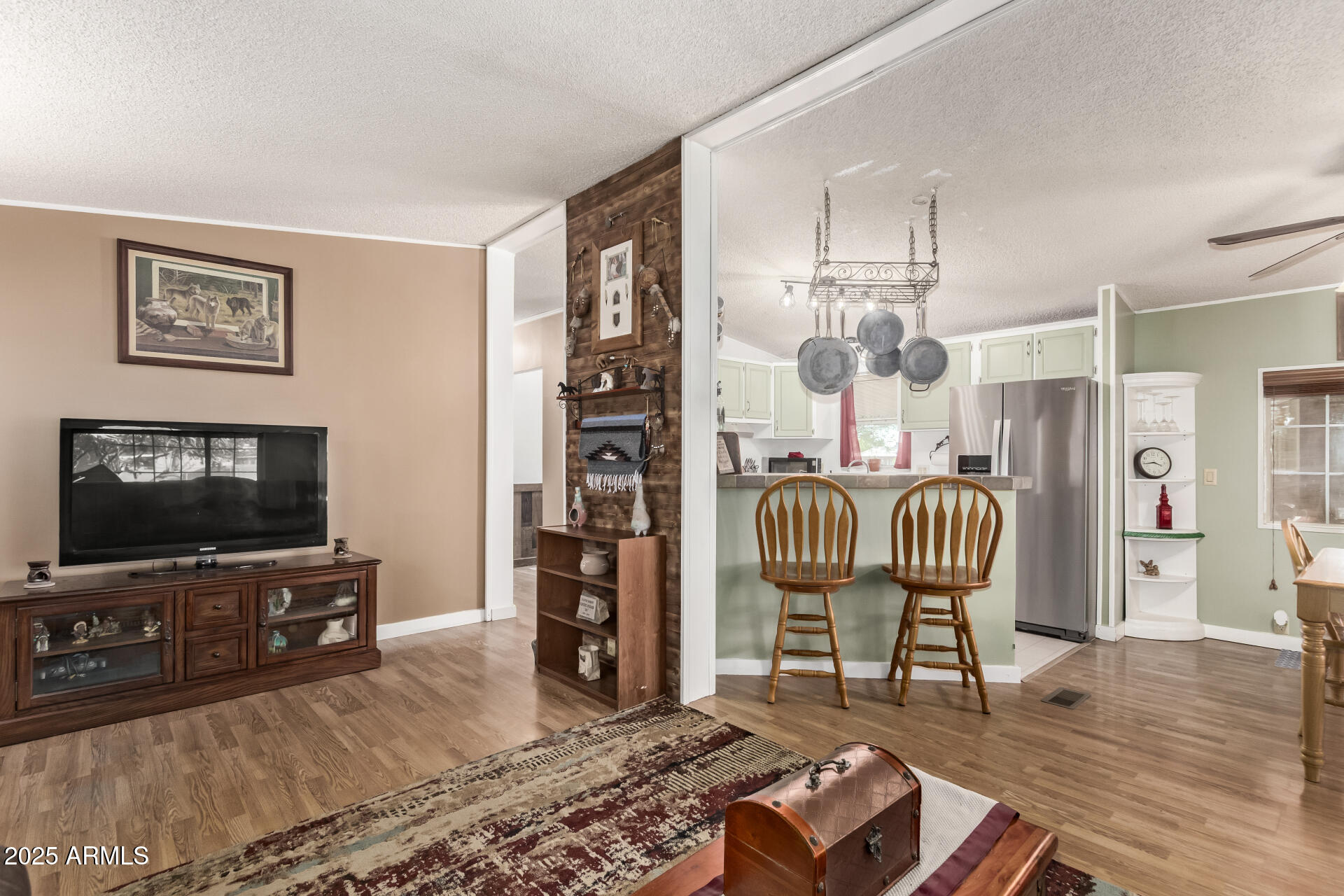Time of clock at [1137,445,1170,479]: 3:43
